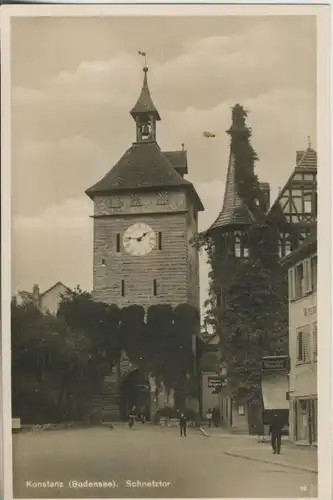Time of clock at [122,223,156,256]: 1:46
